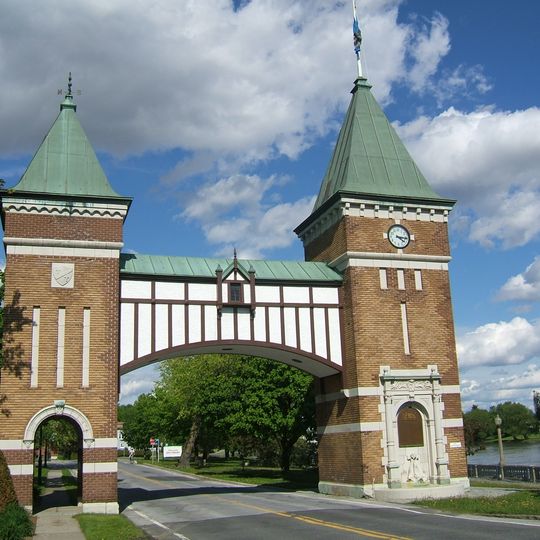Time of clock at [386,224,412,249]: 4:15
